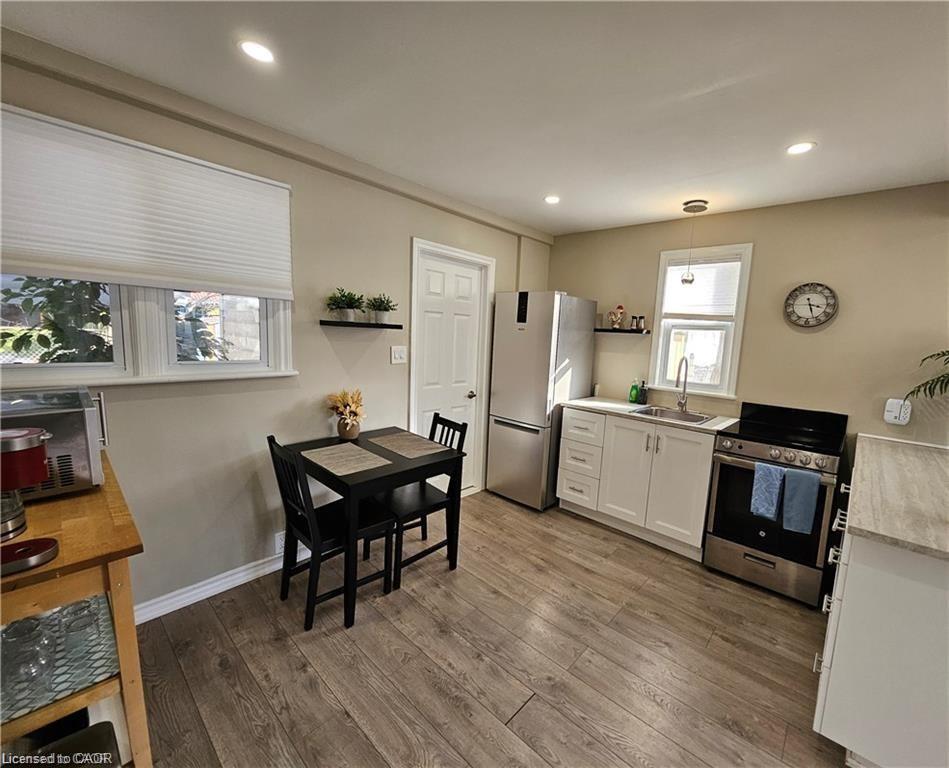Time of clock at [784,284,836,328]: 3:27
